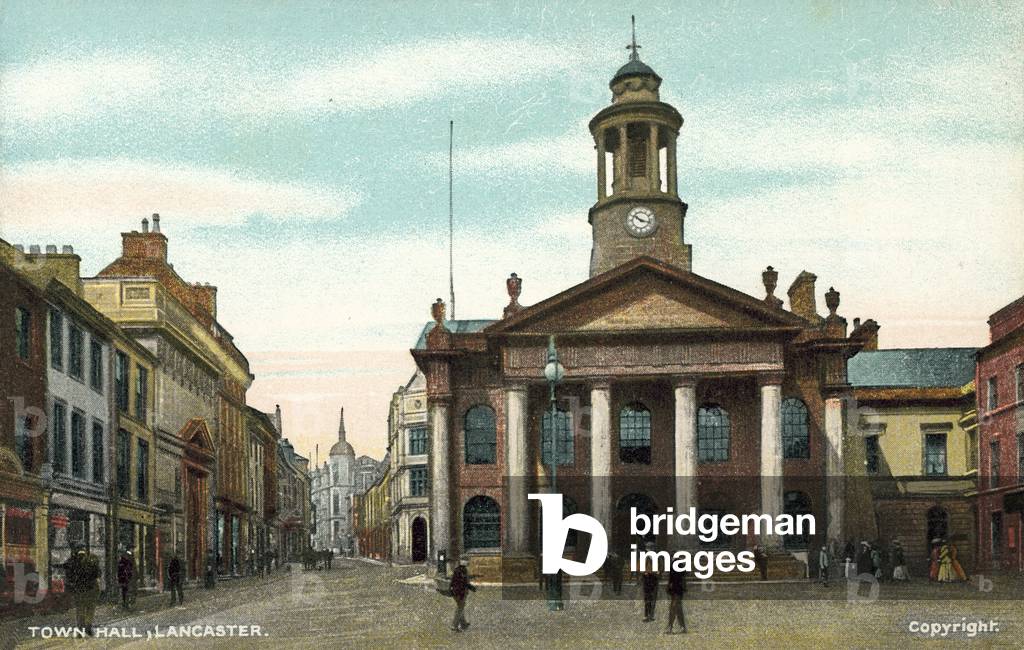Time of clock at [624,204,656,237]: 10:17
